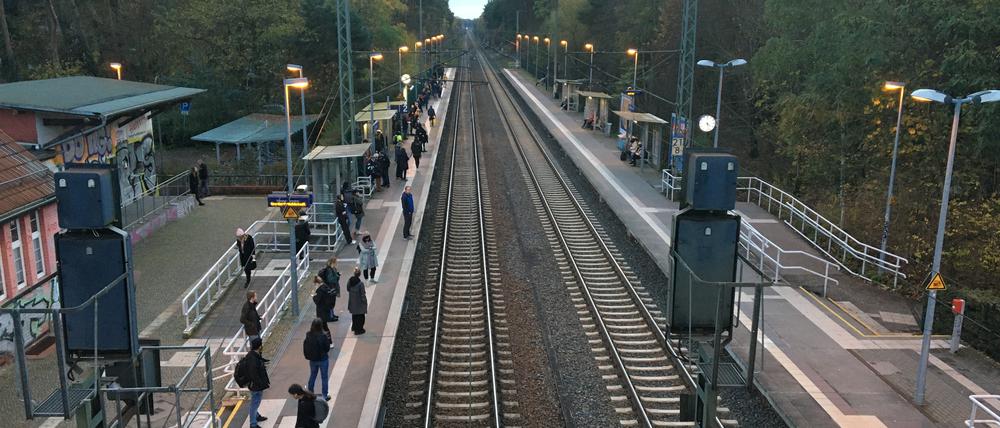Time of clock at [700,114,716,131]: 4:27
